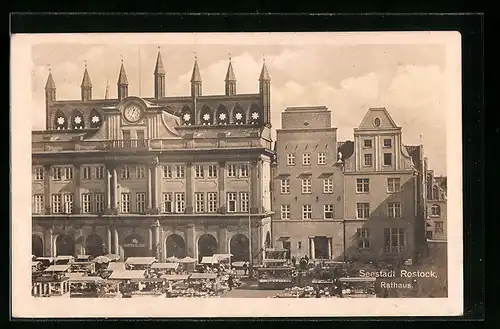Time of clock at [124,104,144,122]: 12:34
